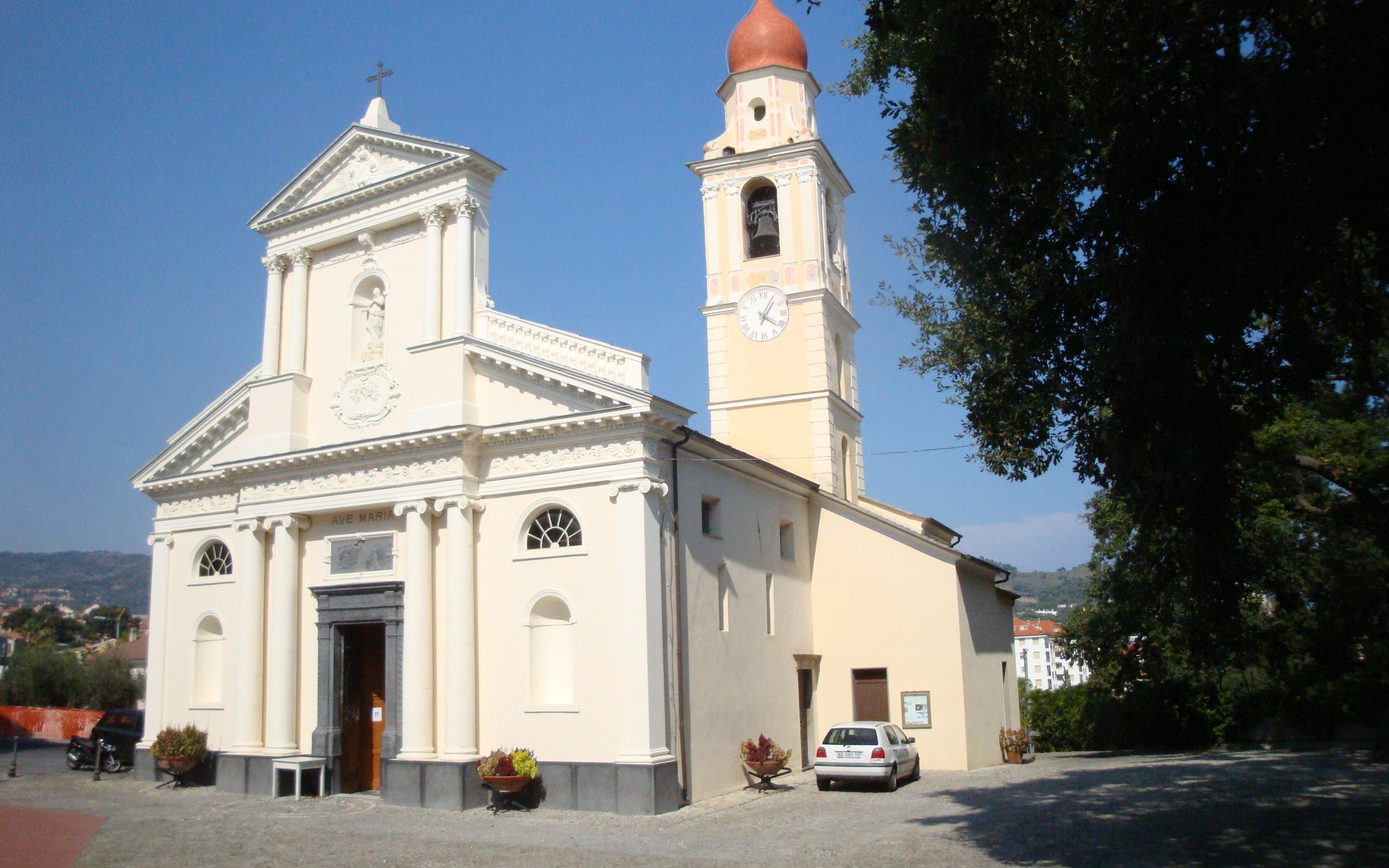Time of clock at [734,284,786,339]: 4:05
